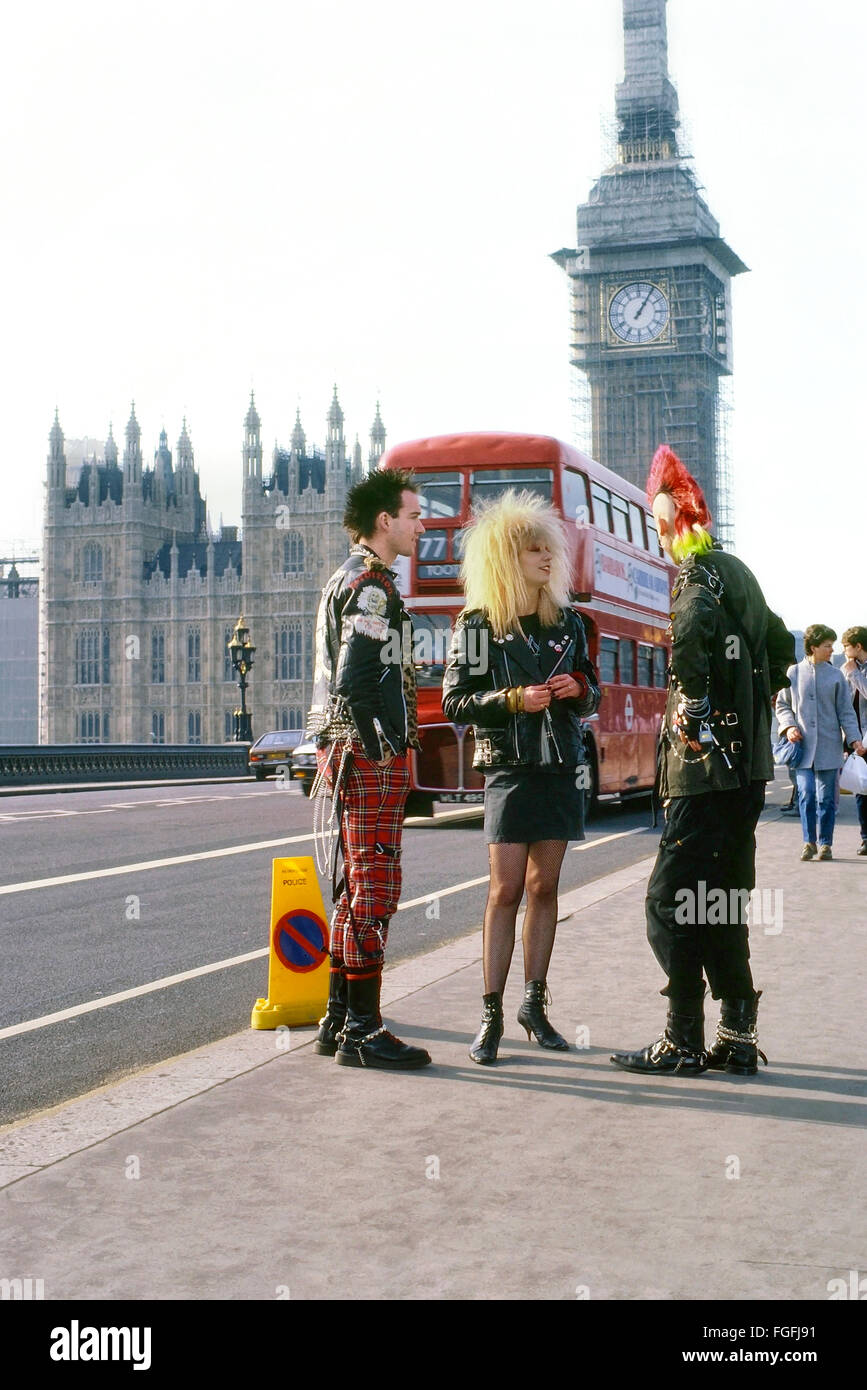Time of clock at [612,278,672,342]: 1:05
